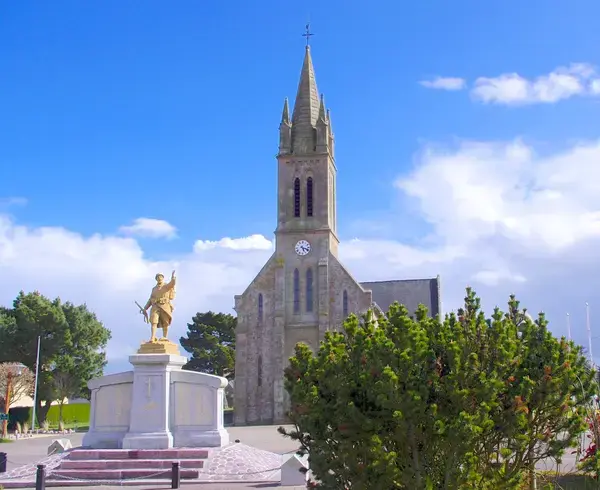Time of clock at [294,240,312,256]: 5:18
